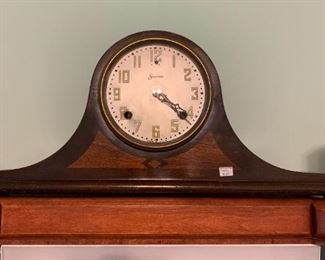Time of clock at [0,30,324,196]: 4:21
